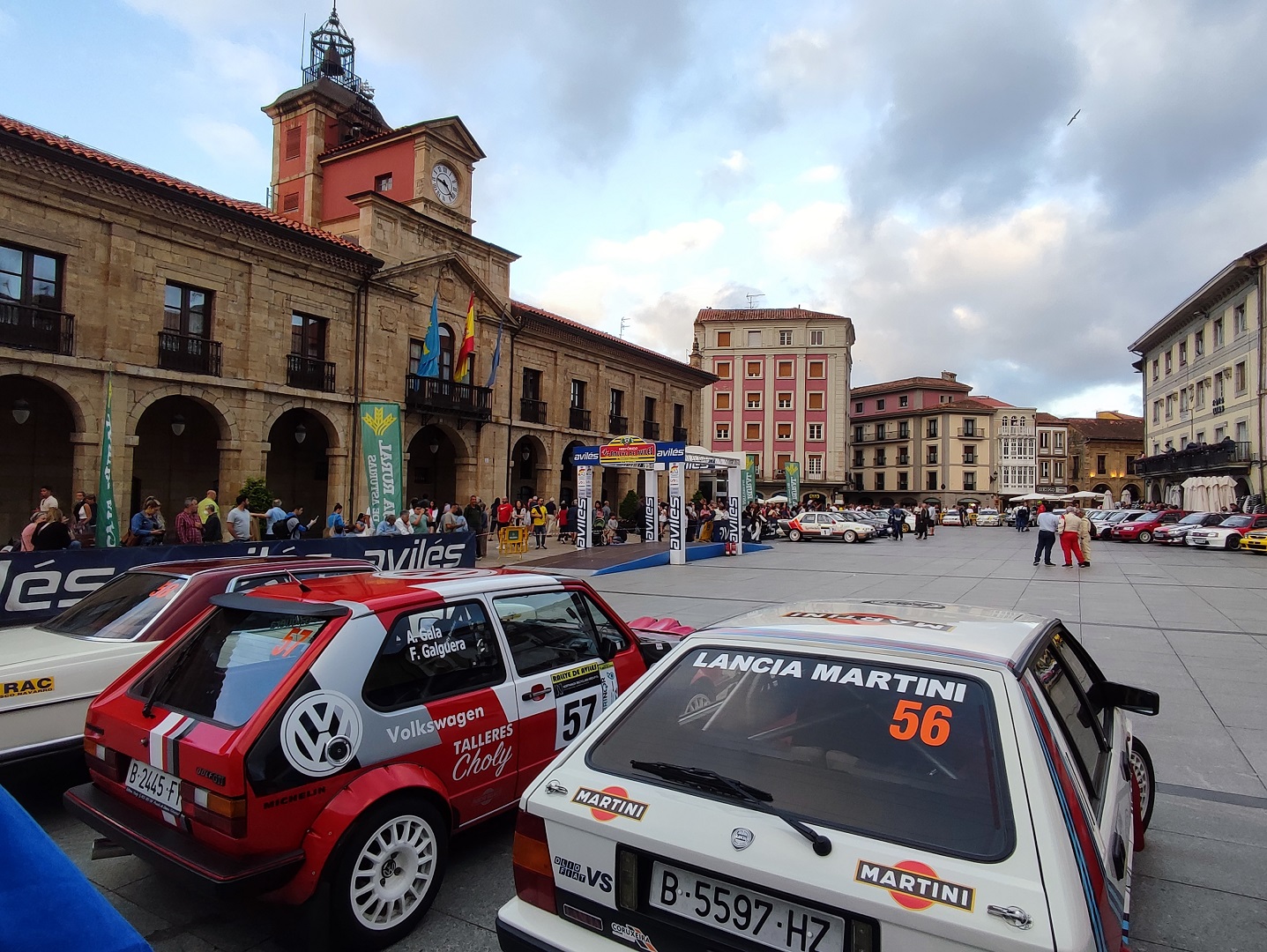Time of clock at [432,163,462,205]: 9:22
